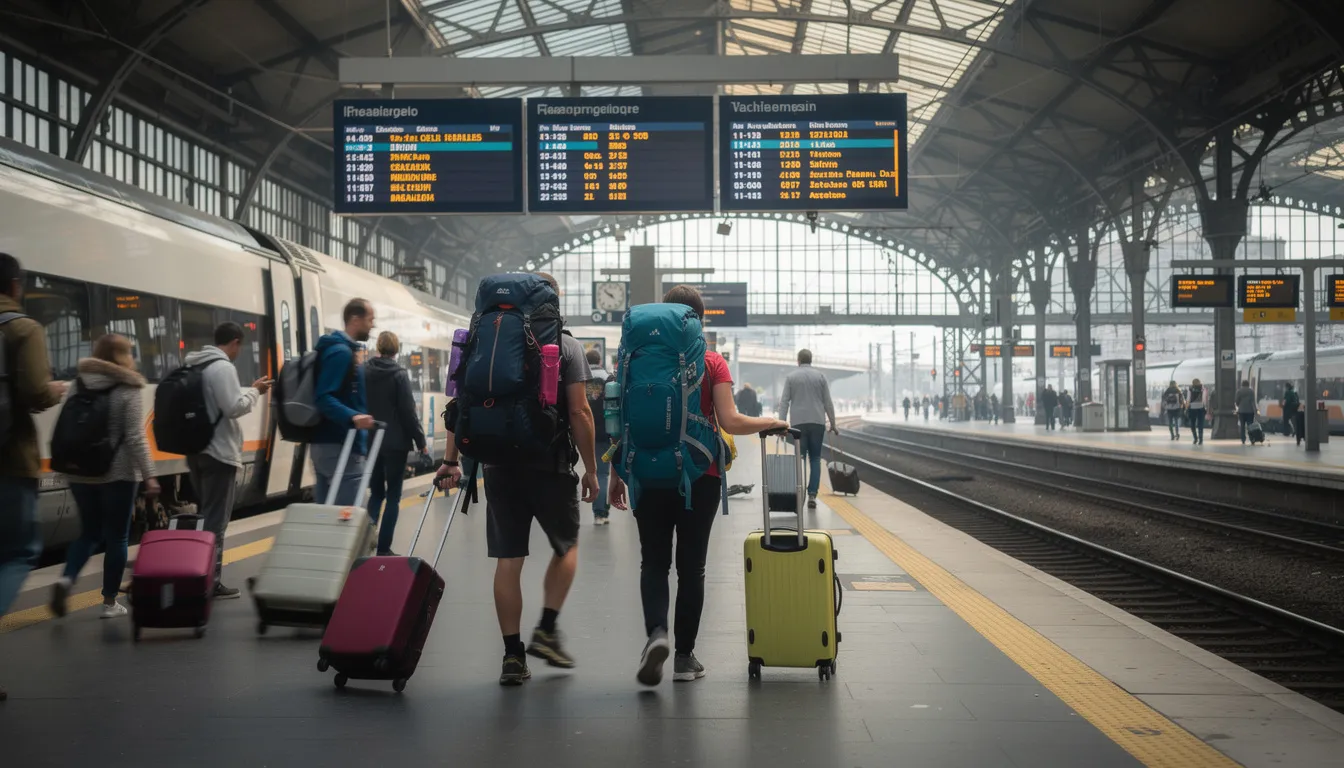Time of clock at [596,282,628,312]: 9:51
